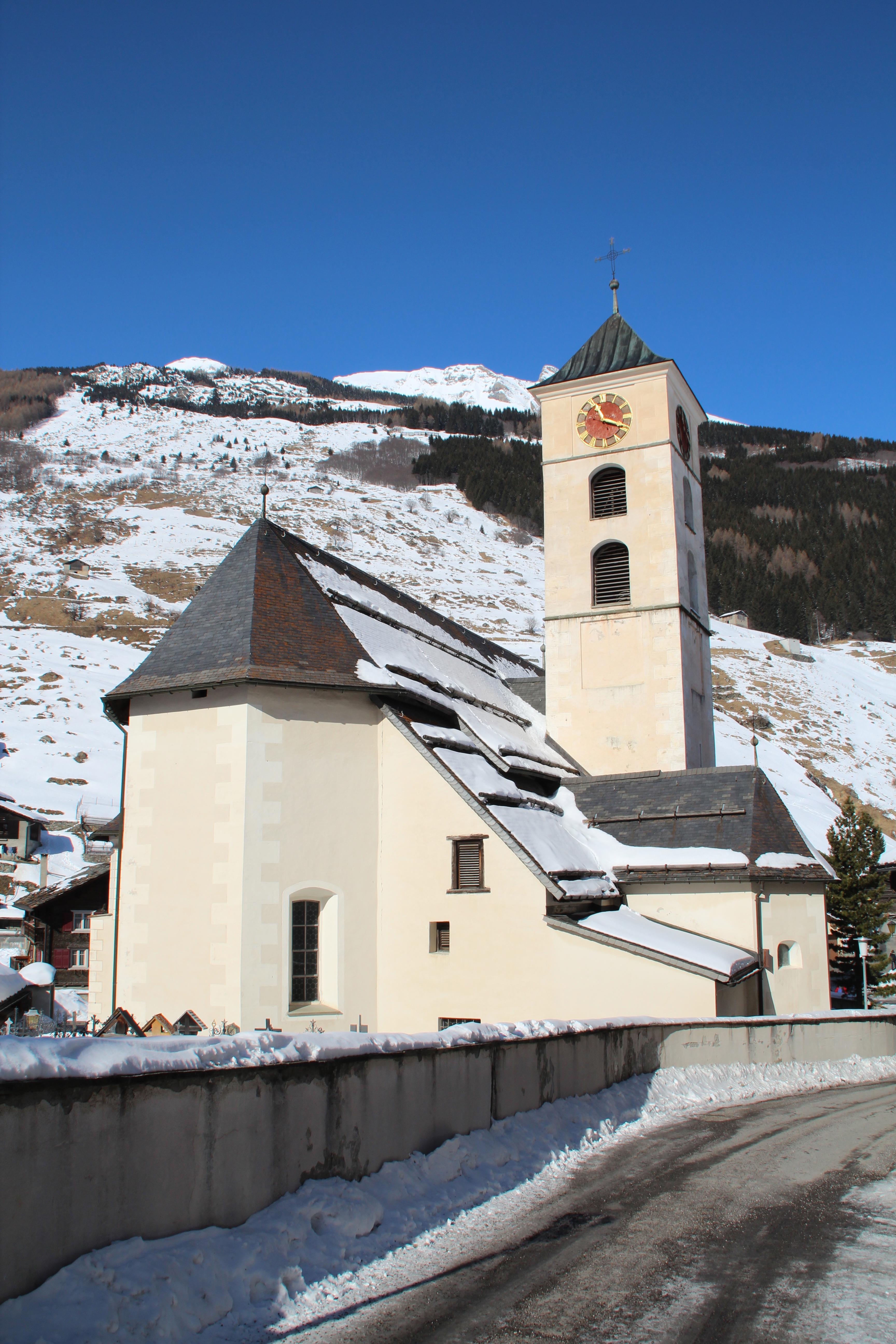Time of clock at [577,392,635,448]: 11:18
